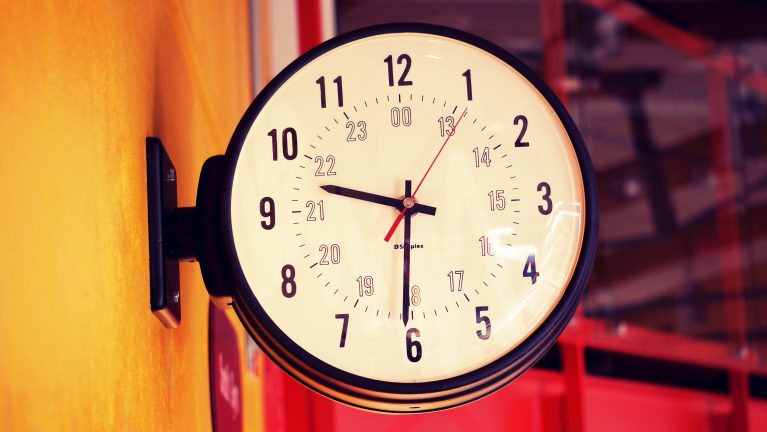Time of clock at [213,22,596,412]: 9:30
